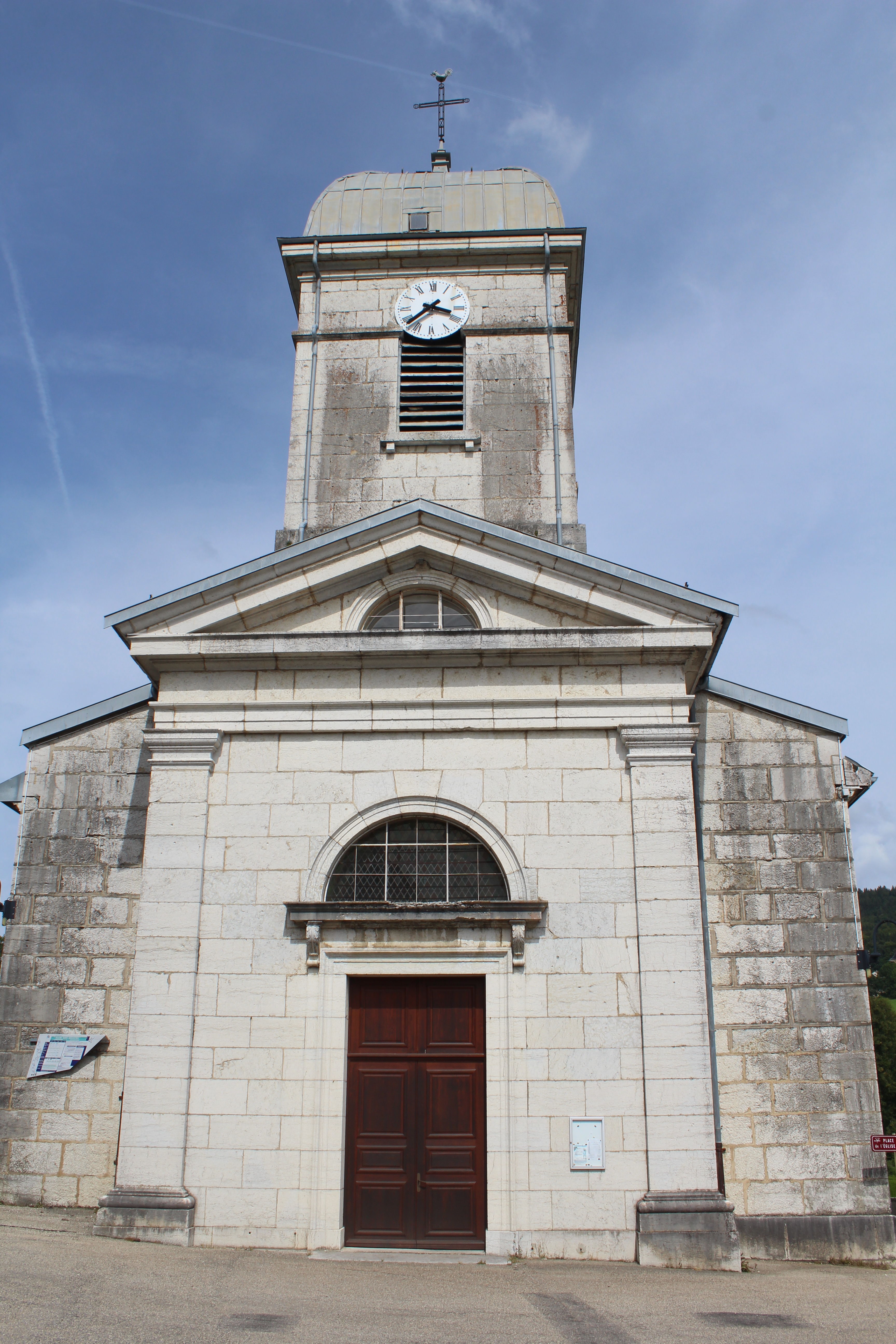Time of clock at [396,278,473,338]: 3:38
